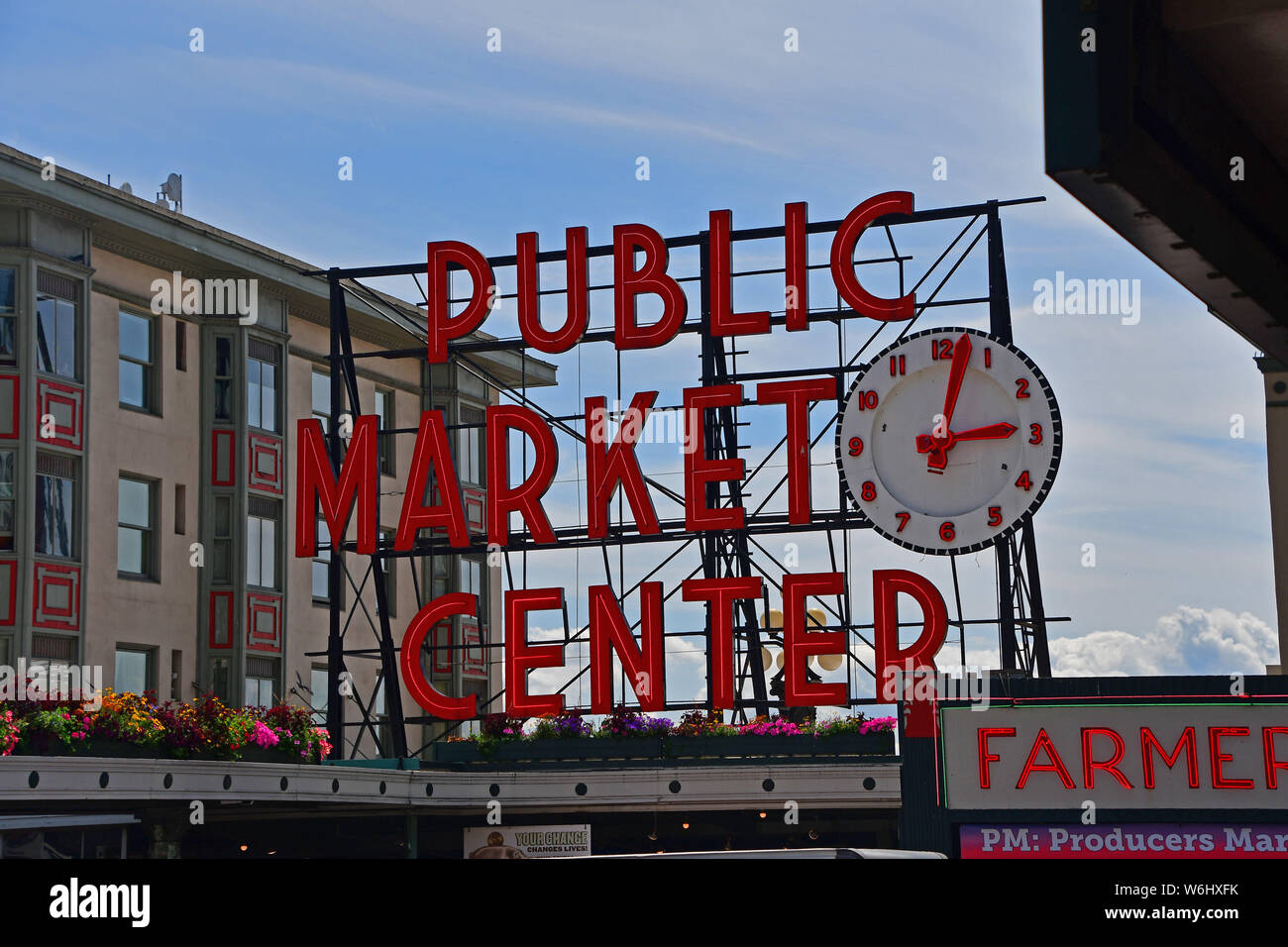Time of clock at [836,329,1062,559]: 3:02
